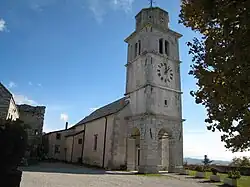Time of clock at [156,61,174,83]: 12:07
